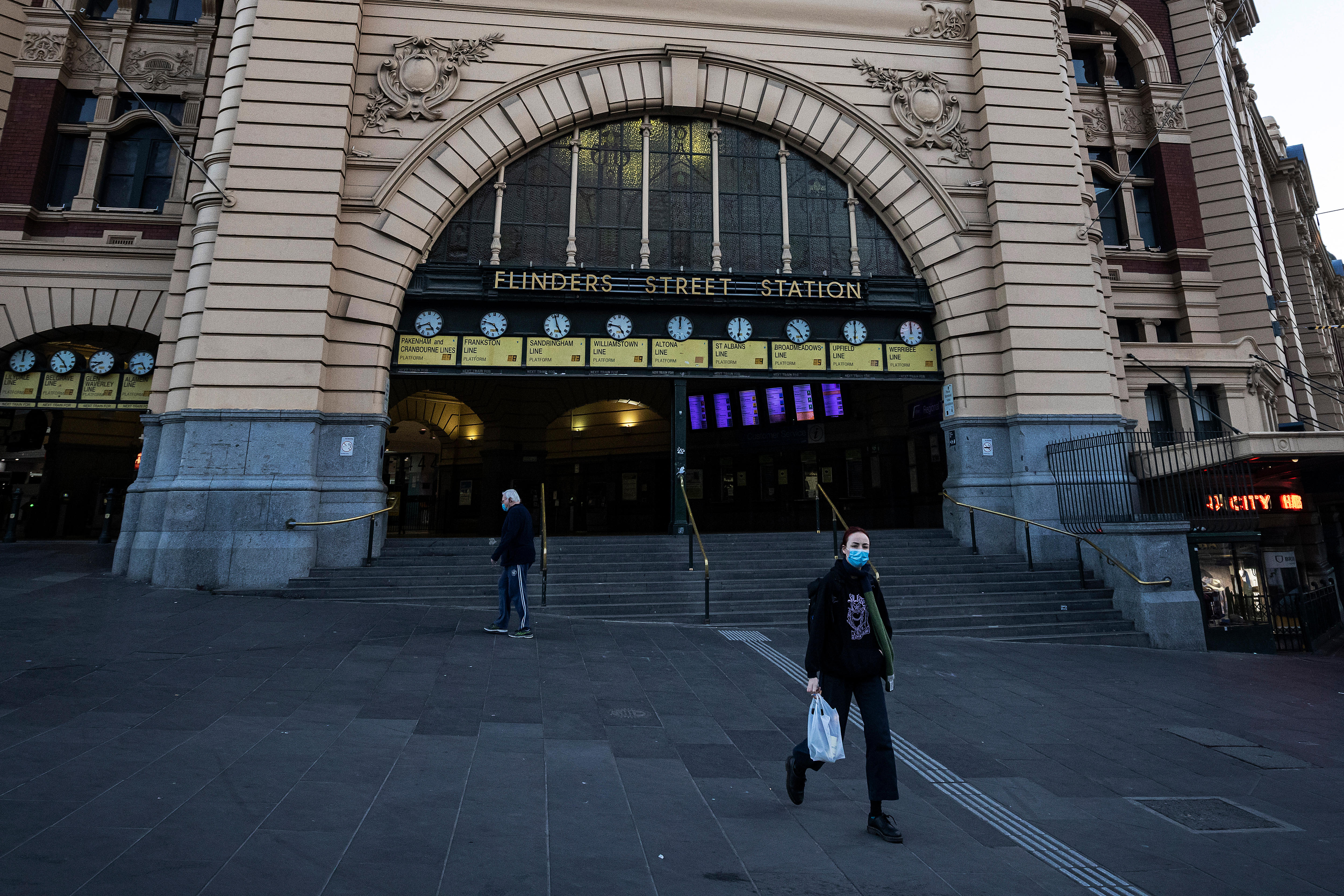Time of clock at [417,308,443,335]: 4:42
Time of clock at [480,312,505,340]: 4:47
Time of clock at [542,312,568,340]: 4:57
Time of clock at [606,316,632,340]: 4:46
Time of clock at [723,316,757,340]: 5:59
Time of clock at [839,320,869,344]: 5:59
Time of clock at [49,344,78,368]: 4:52
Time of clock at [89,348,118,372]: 8:39
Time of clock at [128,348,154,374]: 4:42
